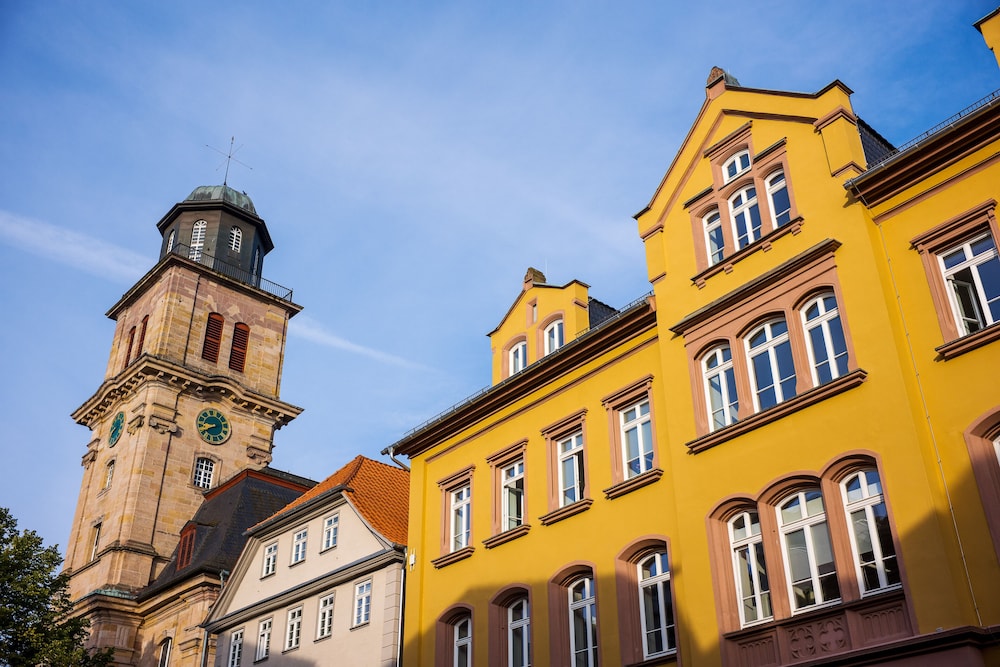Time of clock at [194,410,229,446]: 8:40
